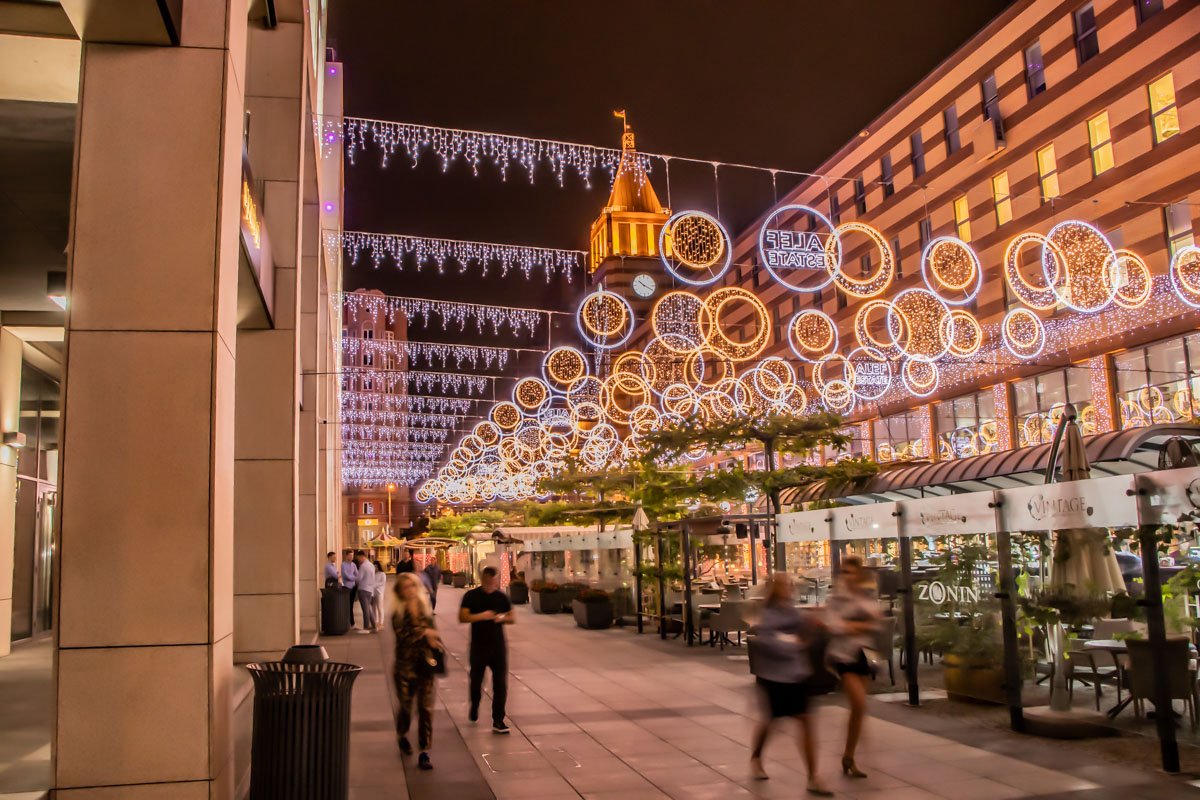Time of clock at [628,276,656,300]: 10:19
